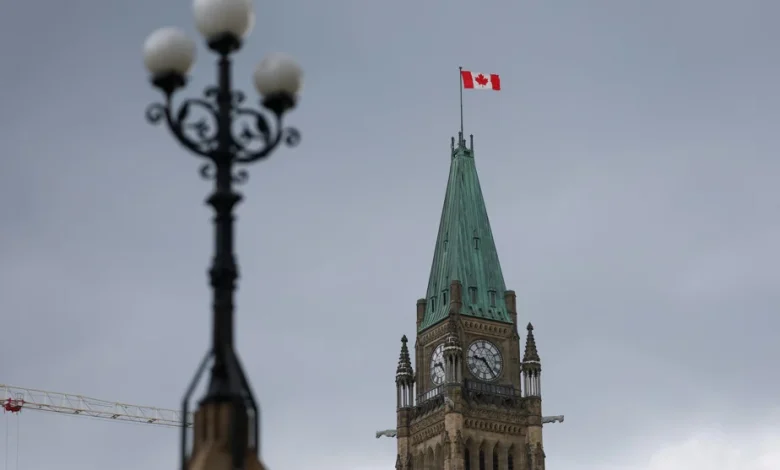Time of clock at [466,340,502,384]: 9:23
